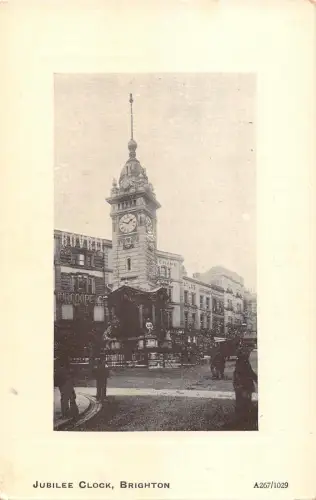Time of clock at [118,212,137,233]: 1:47
